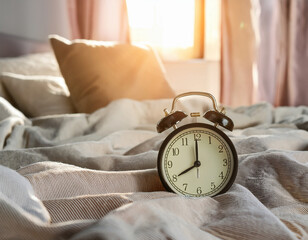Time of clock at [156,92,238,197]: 8:00
